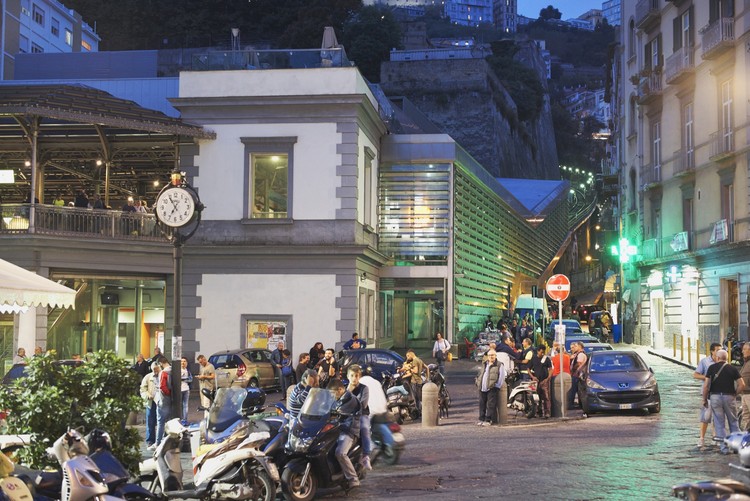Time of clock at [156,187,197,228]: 6:54
